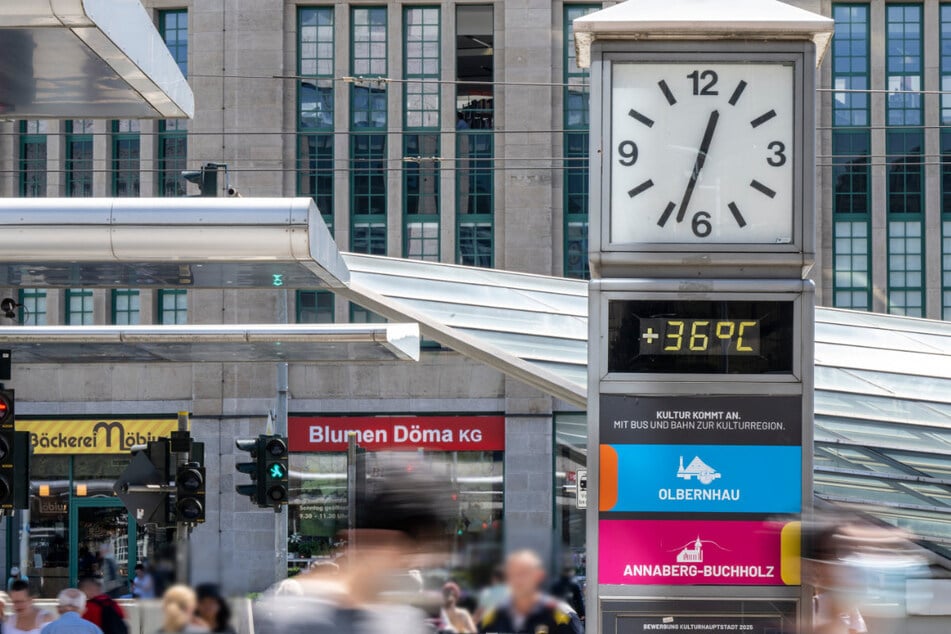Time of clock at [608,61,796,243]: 12:33
